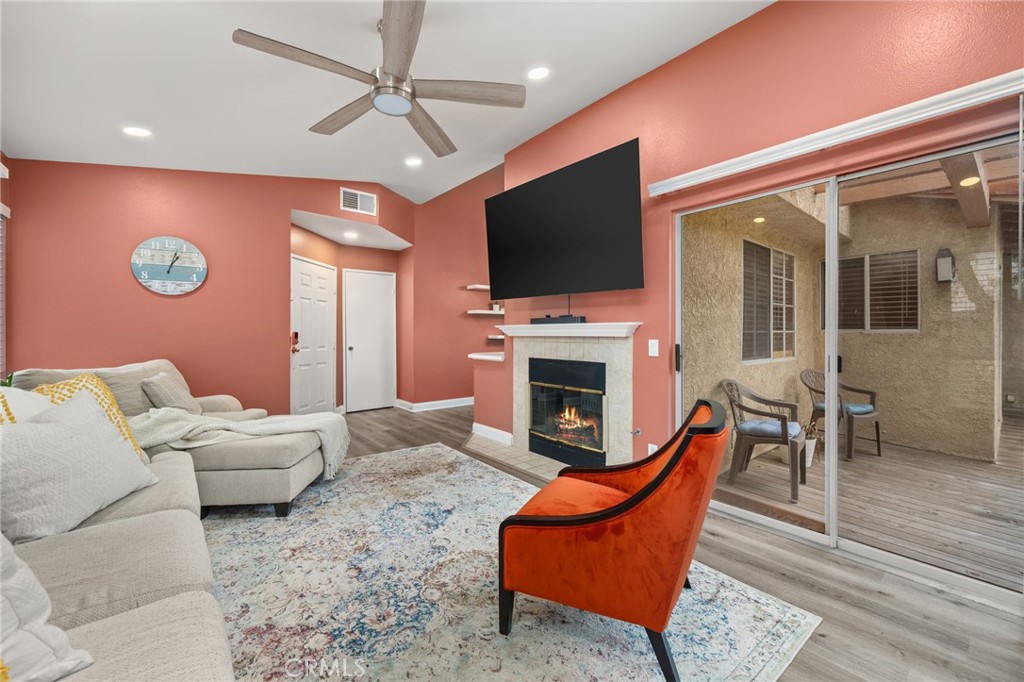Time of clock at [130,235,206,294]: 1:03
